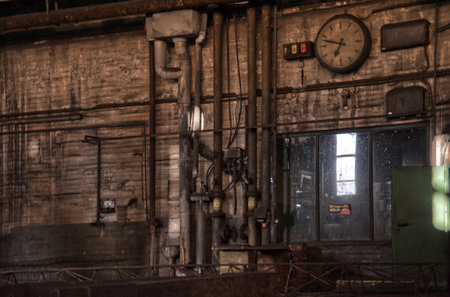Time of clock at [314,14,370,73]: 6:47
